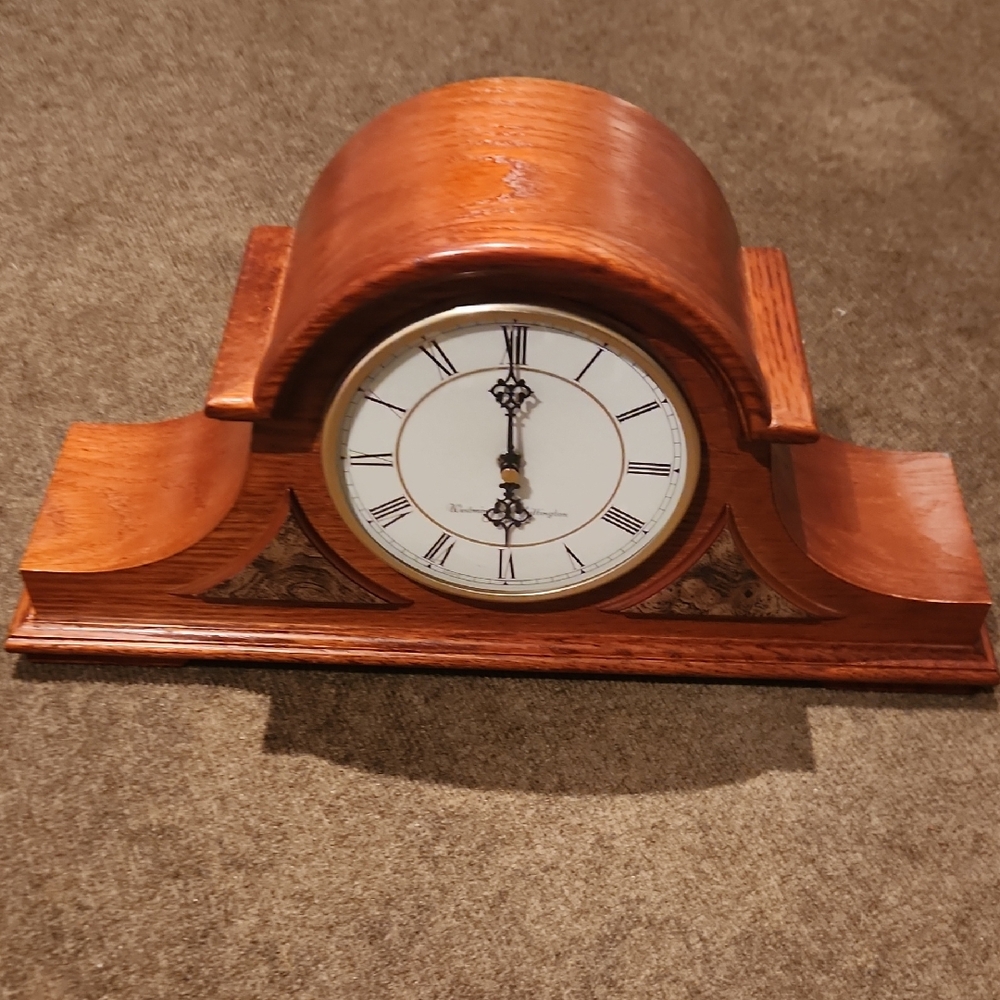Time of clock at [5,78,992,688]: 6:00
